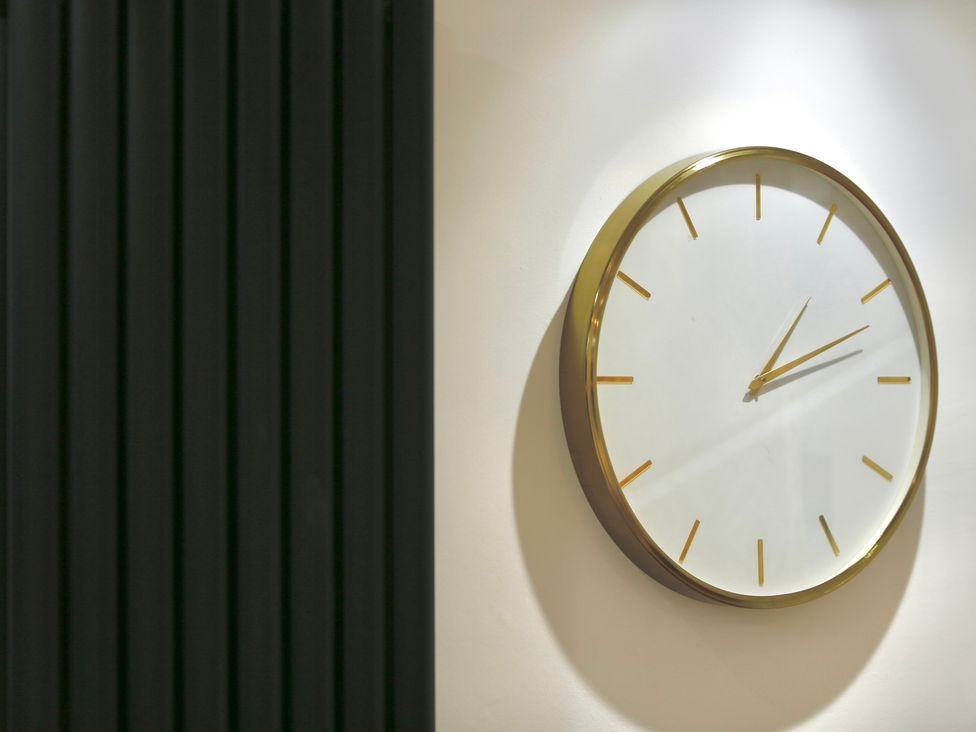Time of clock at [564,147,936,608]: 1:12
